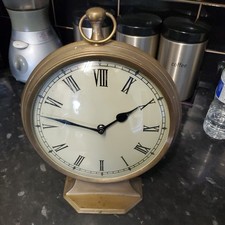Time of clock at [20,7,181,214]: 1:47
